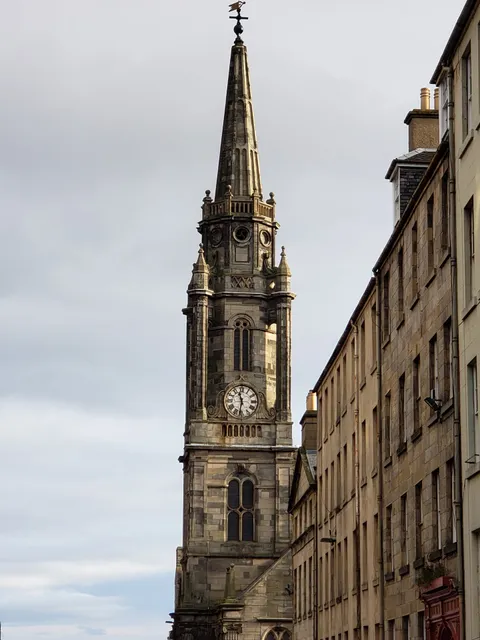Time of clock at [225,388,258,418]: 11:32
